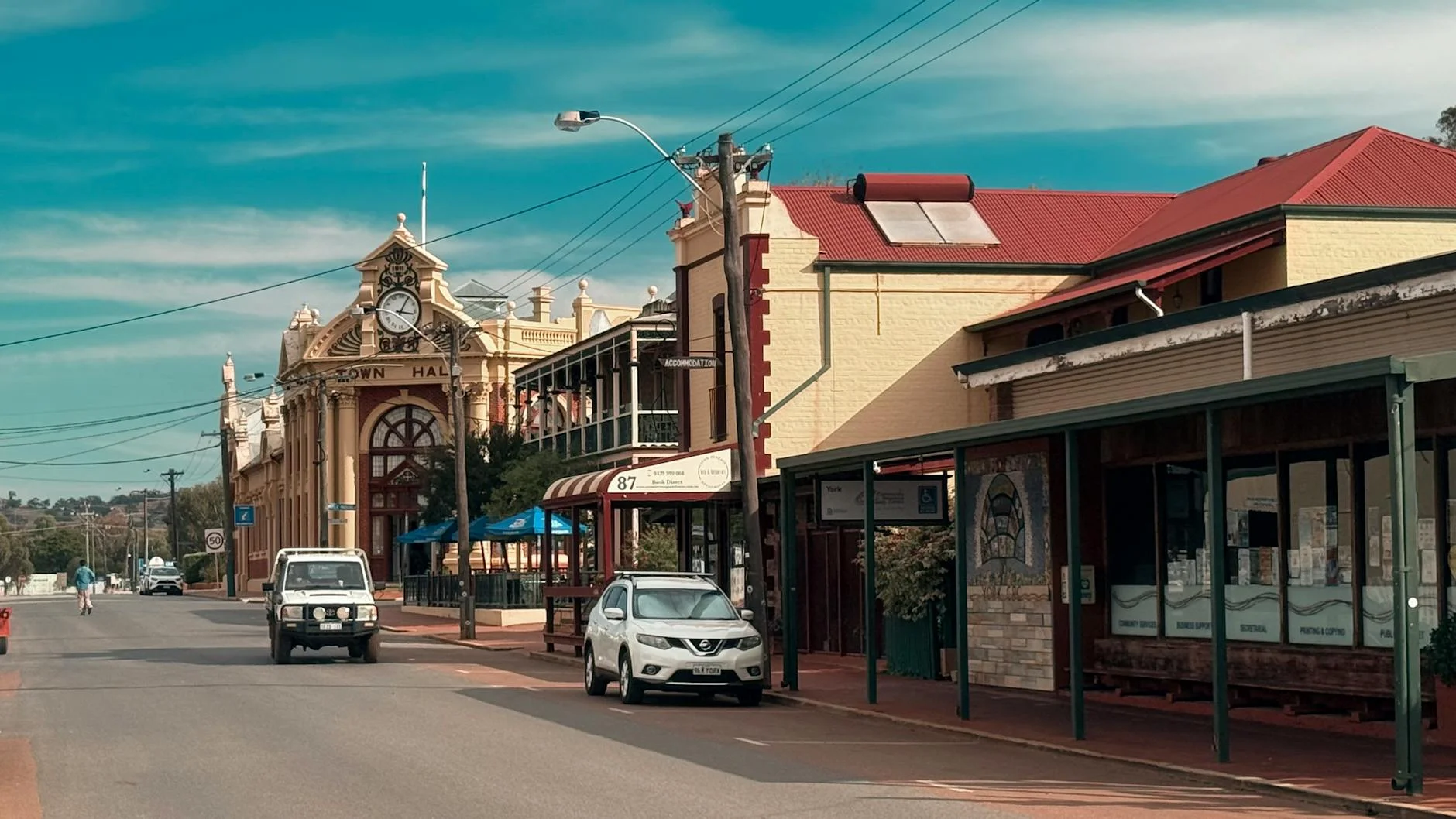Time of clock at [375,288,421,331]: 3:04
